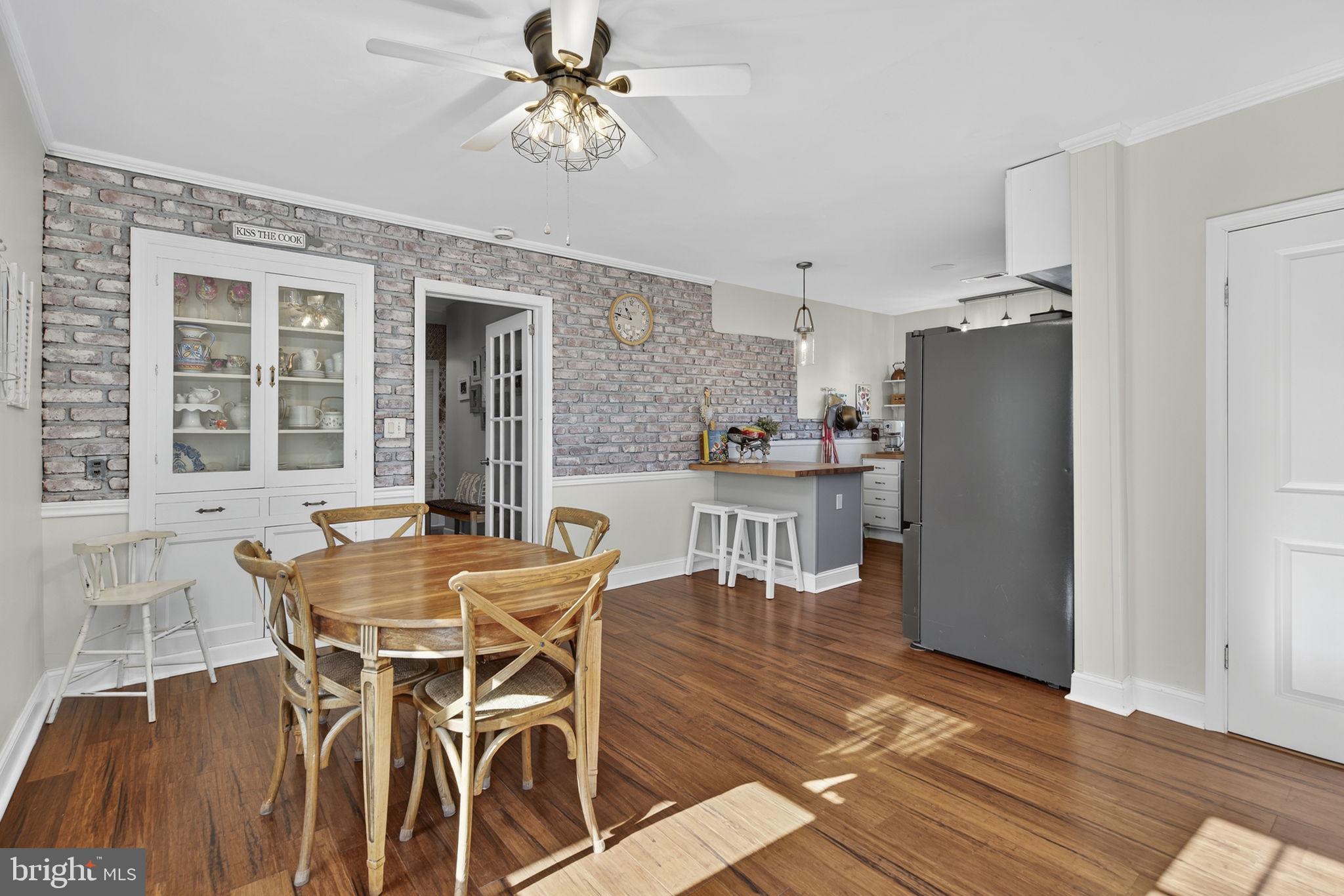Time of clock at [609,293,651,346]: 10:47
